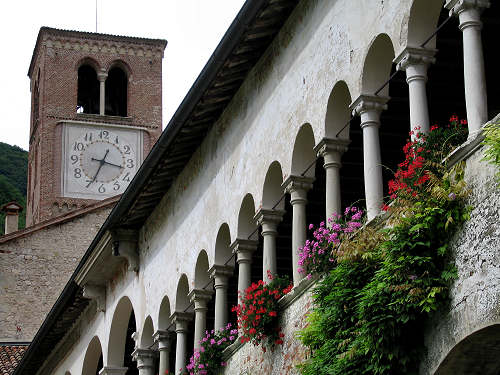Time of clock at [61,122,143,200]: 3:34
